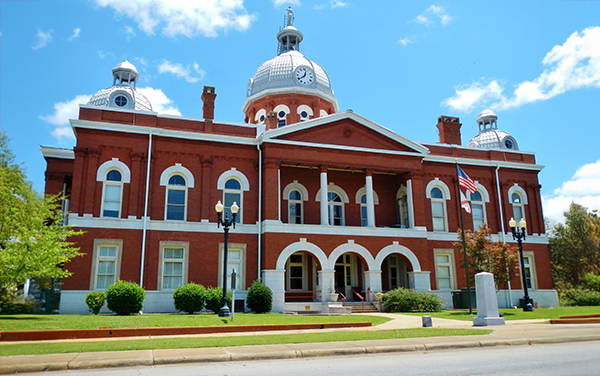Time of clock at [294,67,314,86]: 12:38
